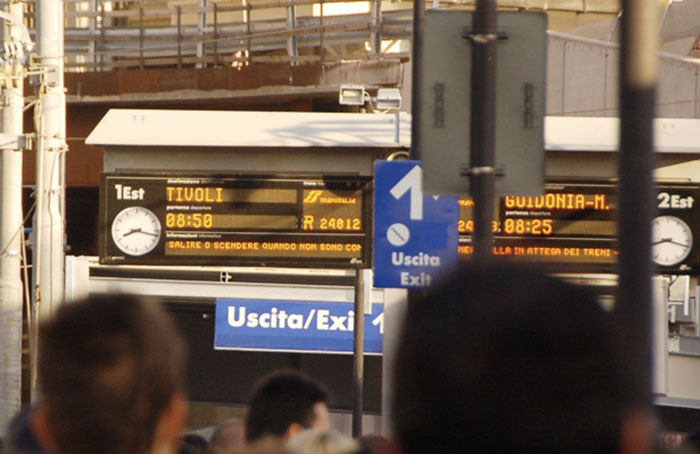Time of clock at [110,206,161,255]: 8:17
